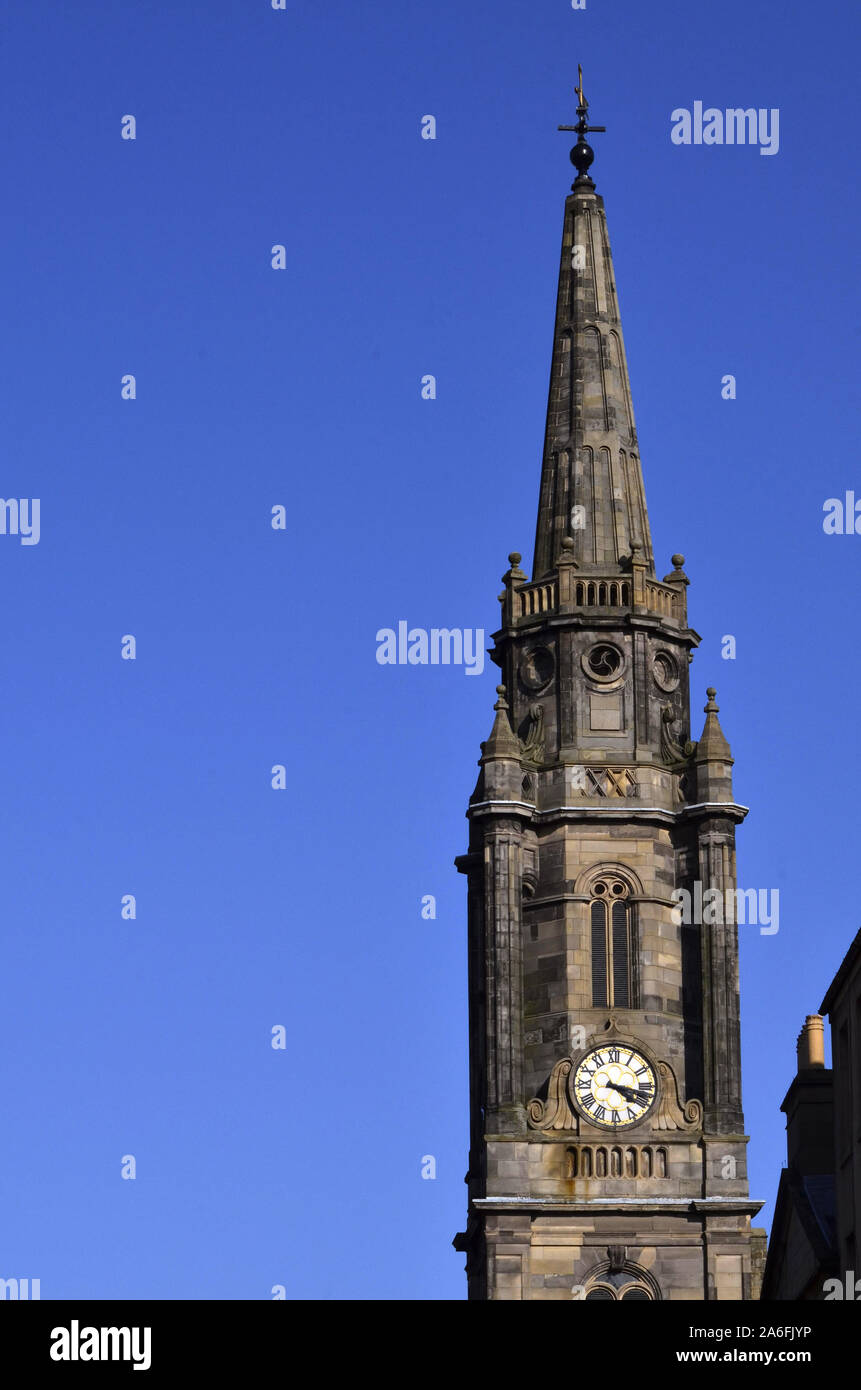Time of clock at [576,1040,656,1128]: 4:17
